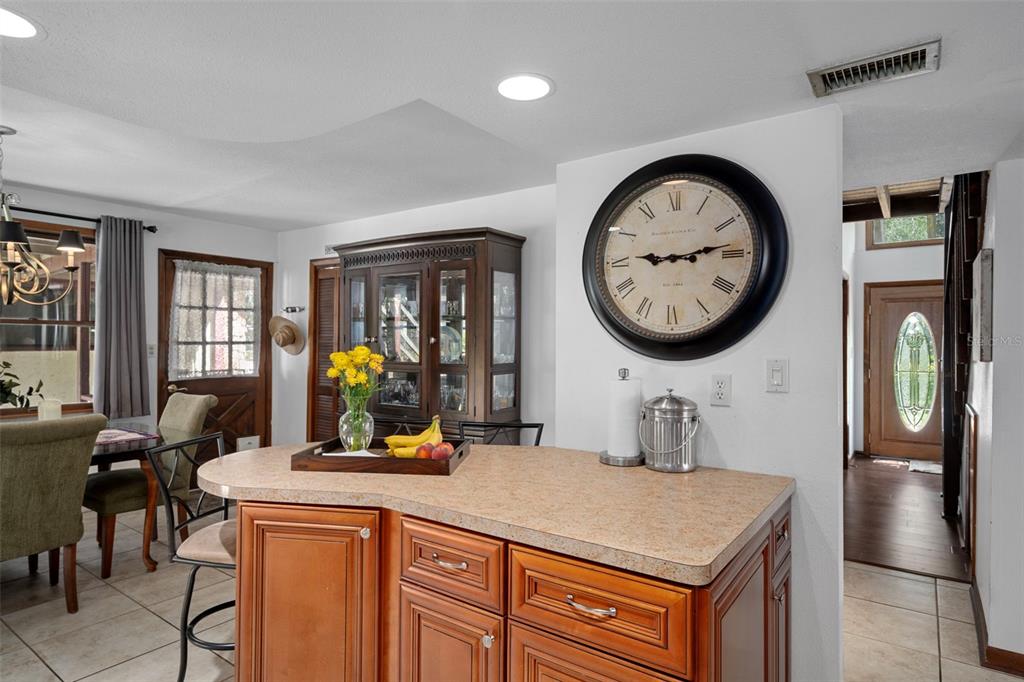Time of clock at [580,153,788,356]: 9:13
